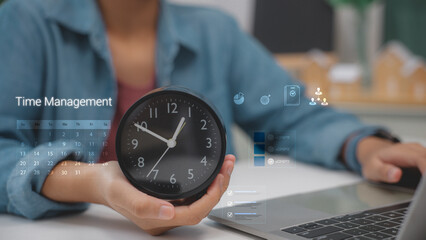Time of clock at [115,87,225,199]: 12:49
